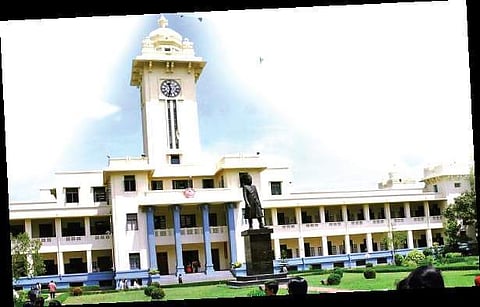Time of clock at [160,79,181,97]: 11:32
